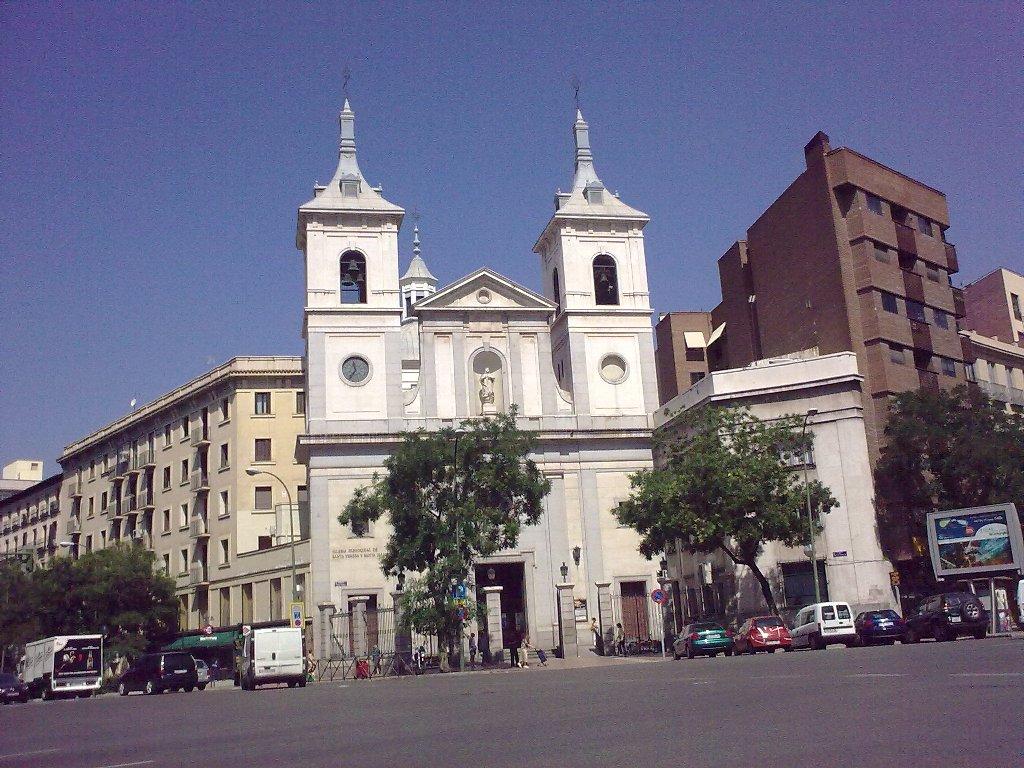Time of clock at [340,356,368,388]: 11:35
